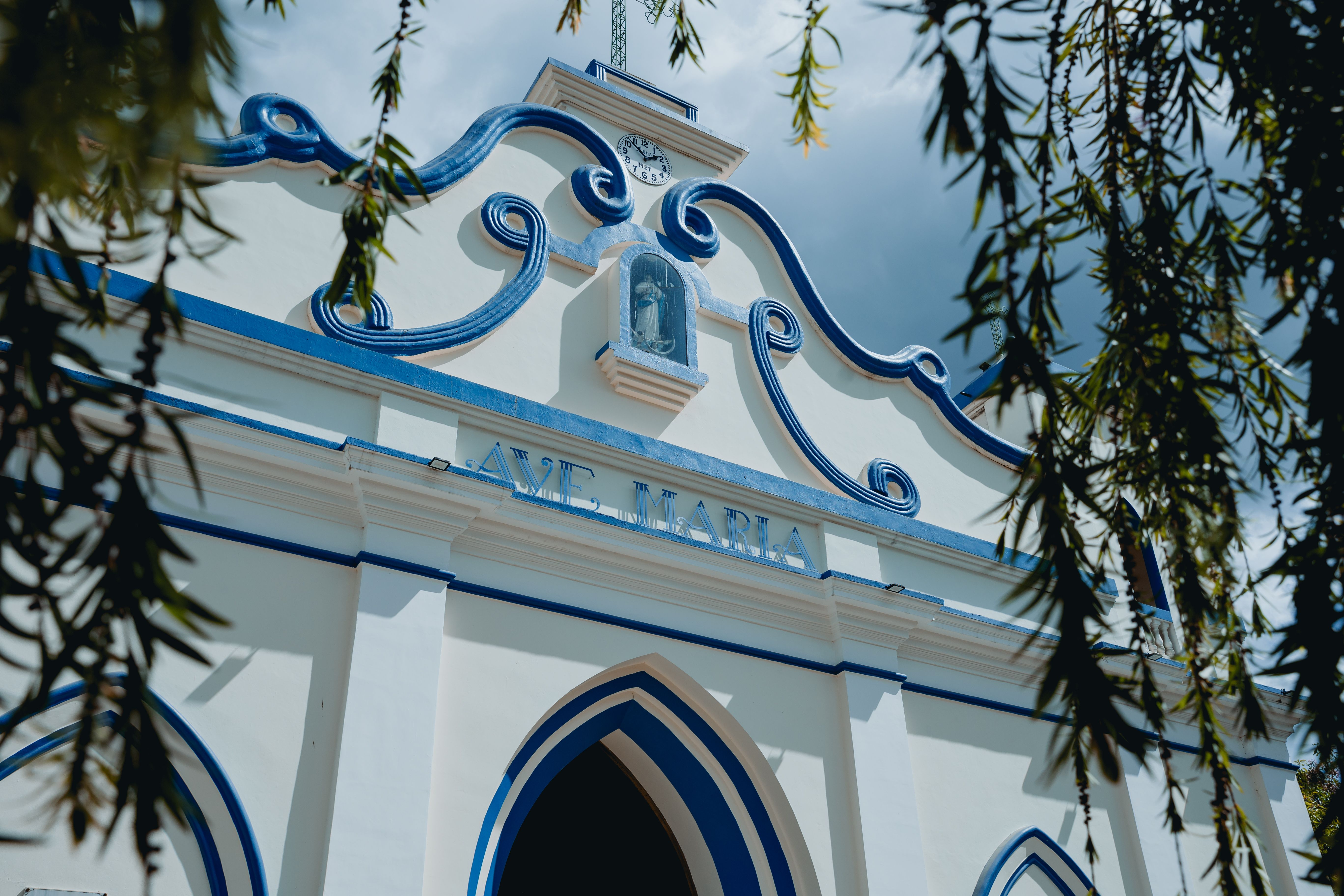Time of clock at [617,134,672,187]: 1:52
